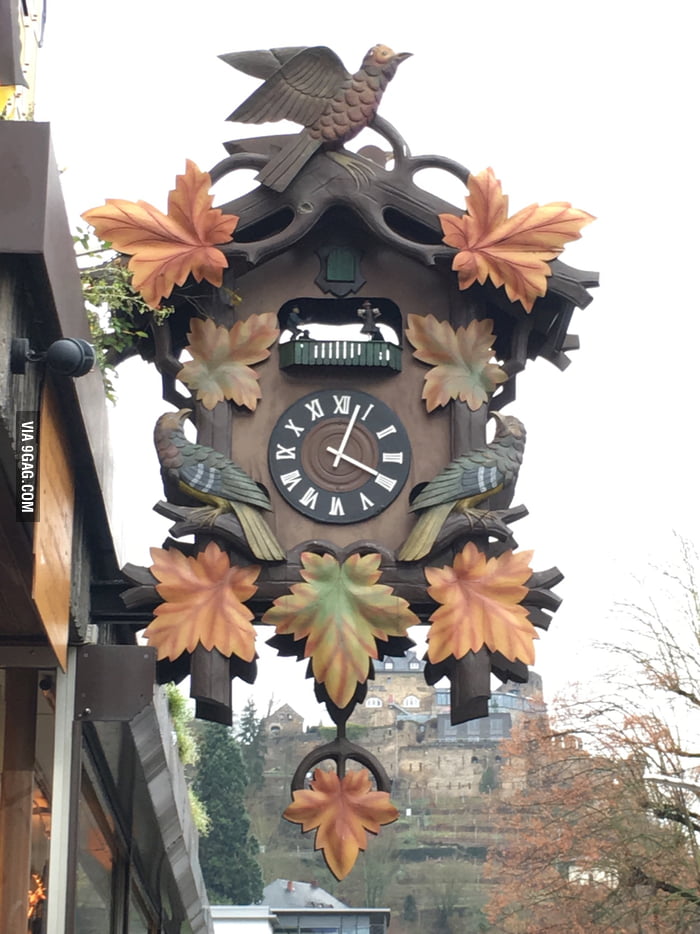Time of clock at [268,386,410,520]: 4:03
